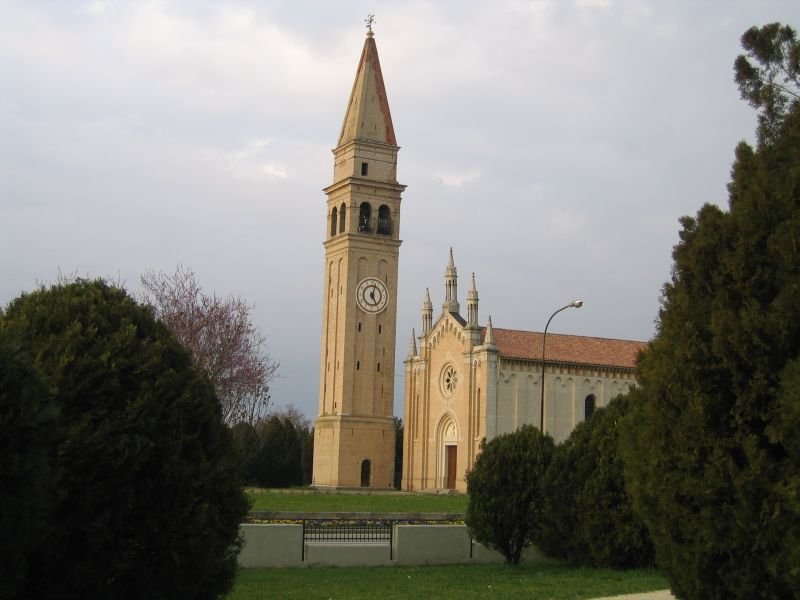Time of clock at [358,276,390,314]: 5:02
